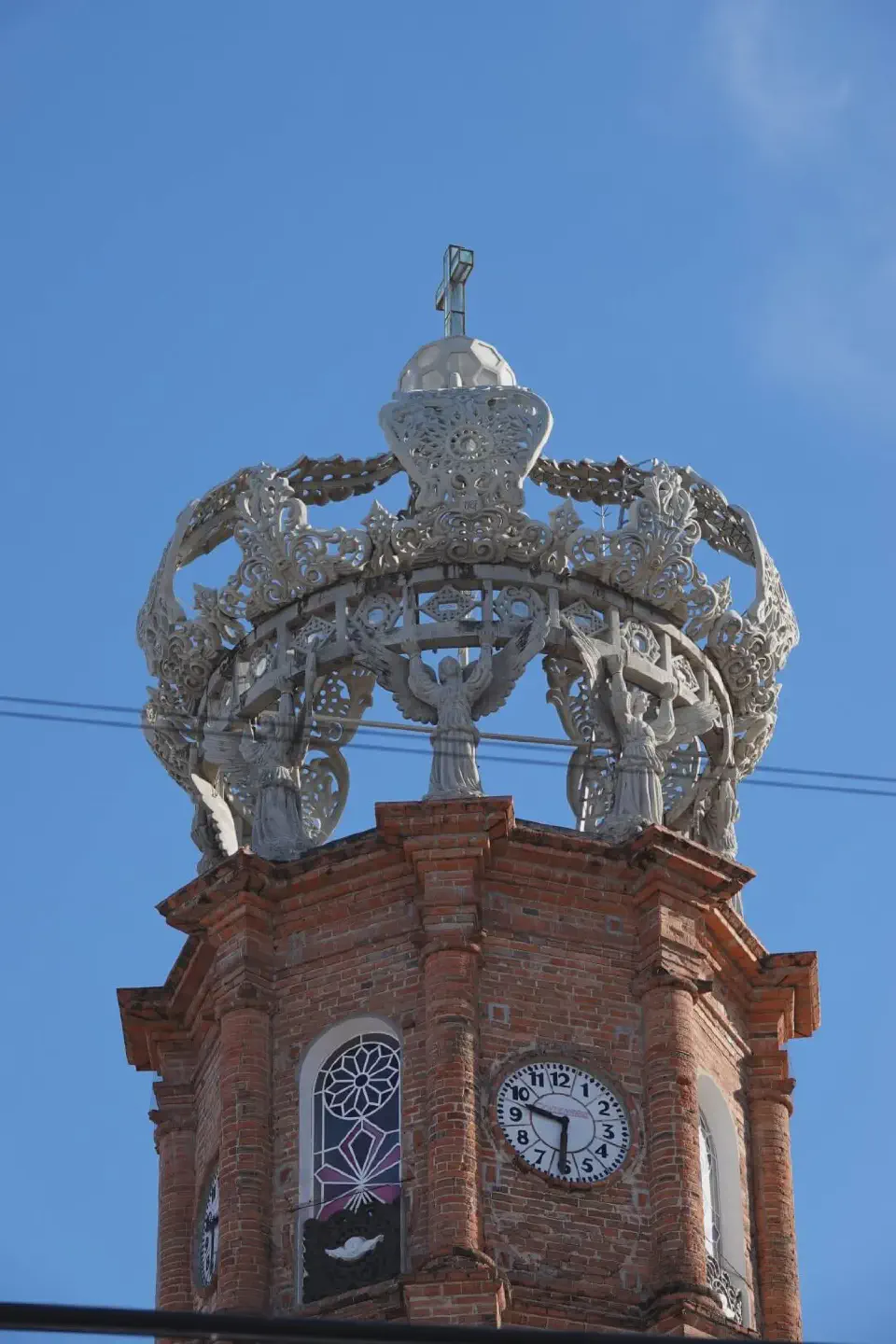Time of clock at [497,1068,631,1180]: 9:31
